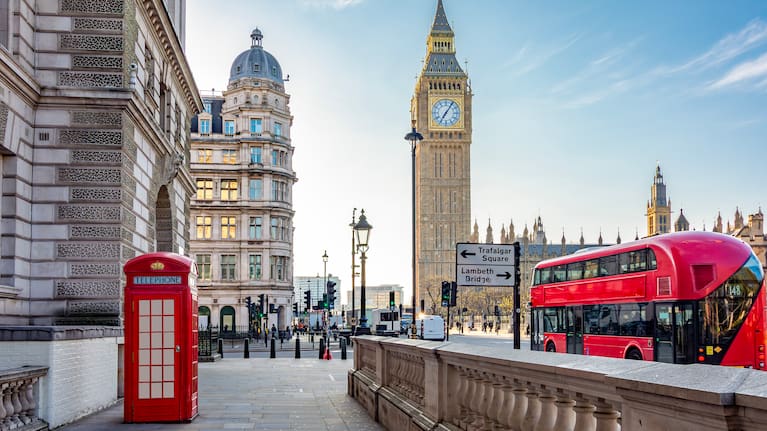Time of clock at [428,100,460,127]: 7:05
